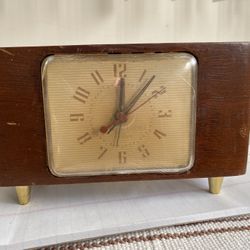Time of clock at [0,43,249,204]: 12:07
